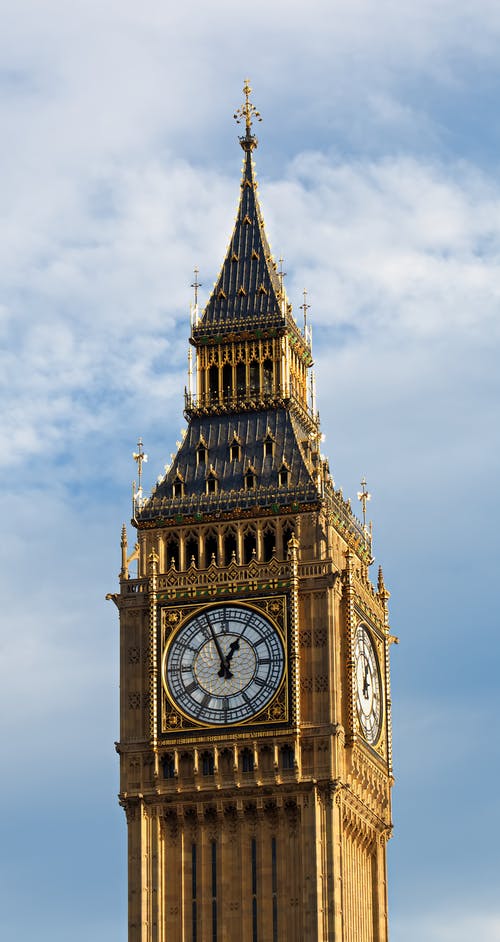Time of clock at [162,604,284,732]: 12:57
